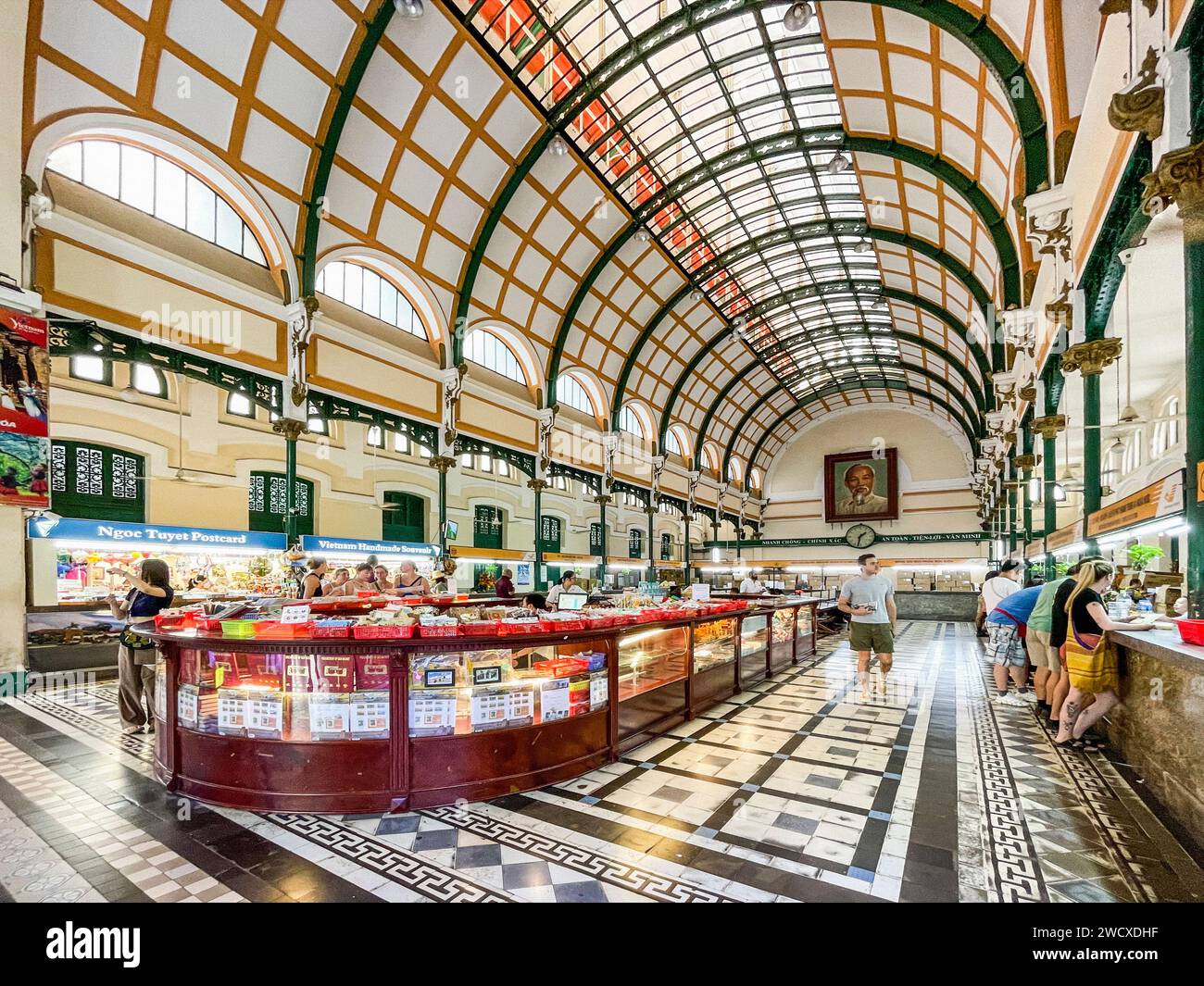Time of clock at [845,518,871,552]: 1:32
